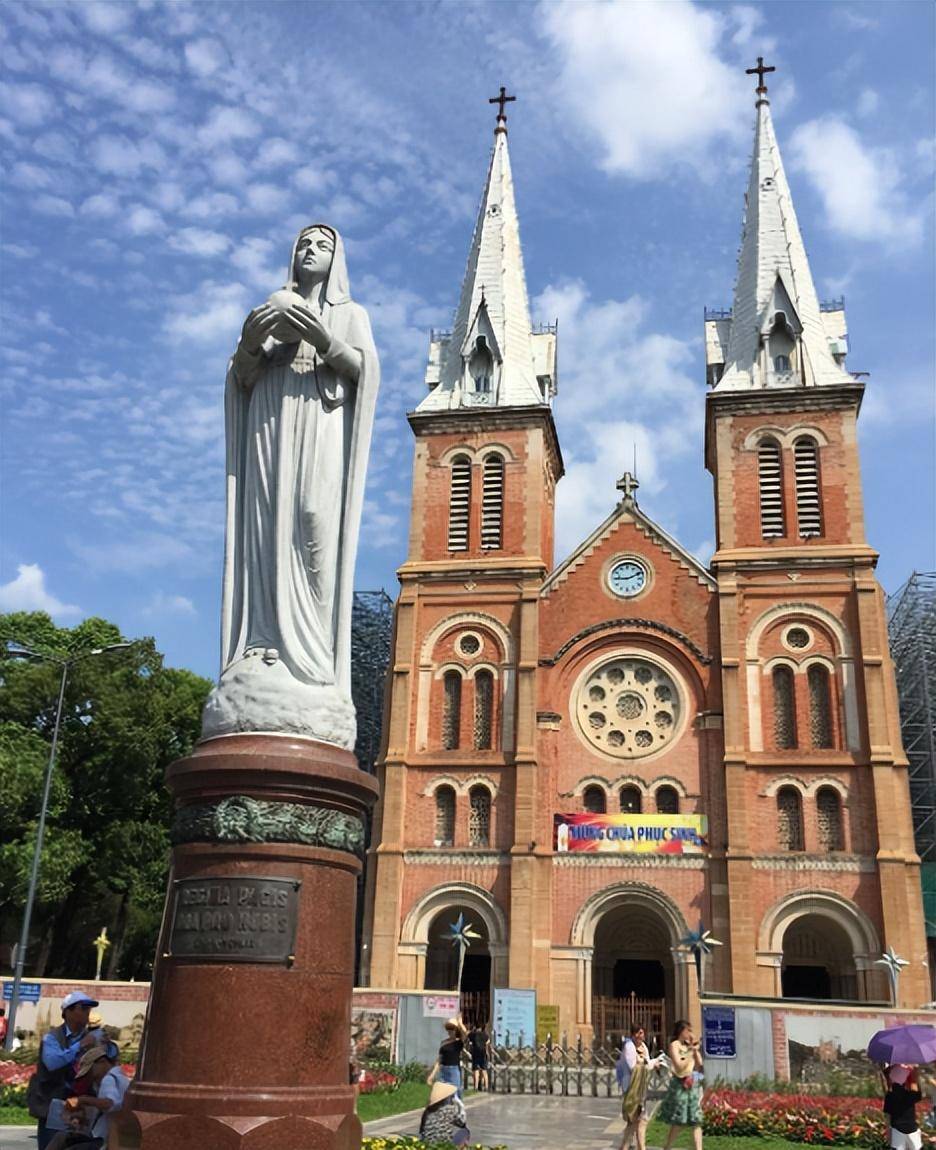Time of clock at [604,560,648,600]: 9:10
